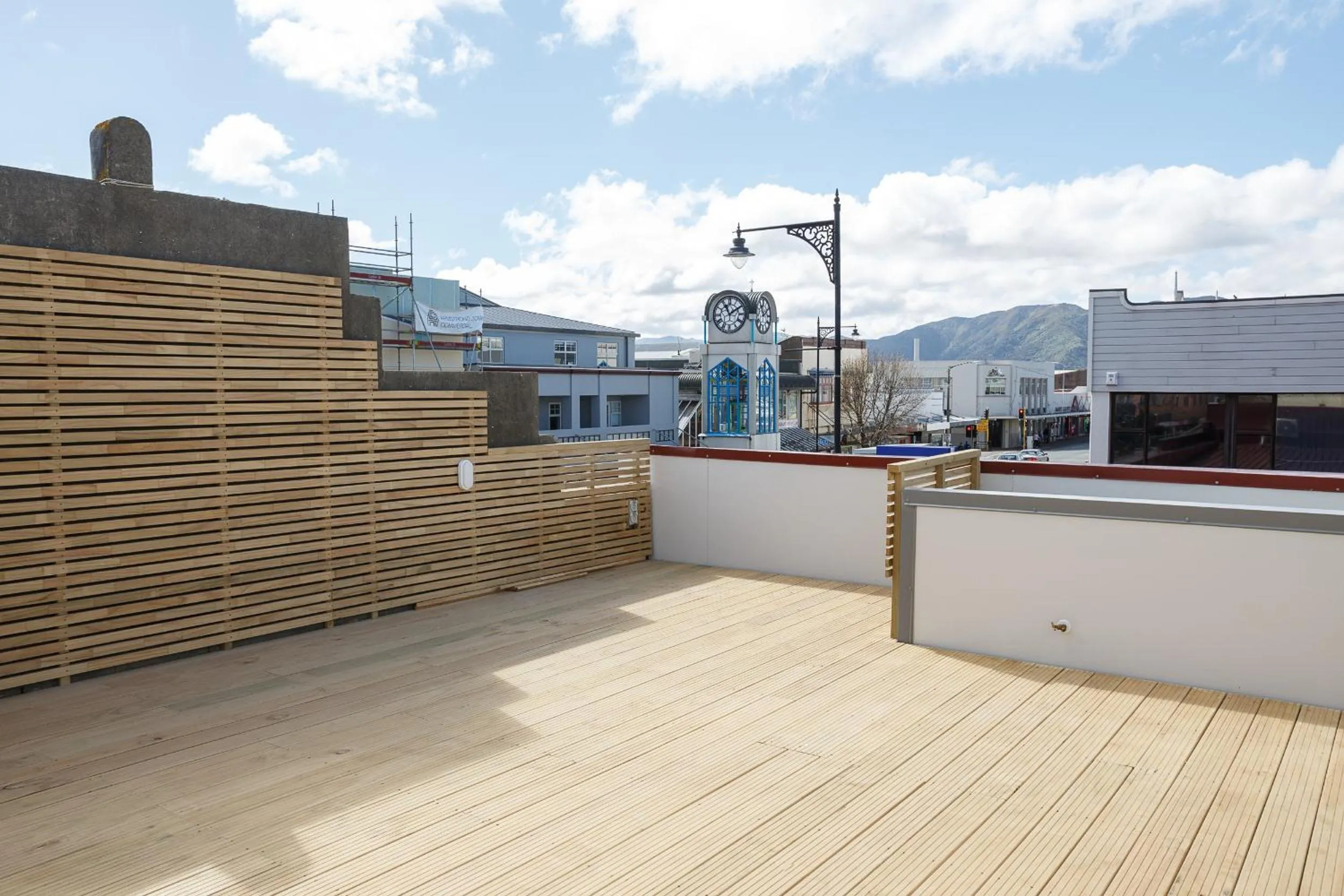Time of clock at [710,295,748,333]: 11:09
